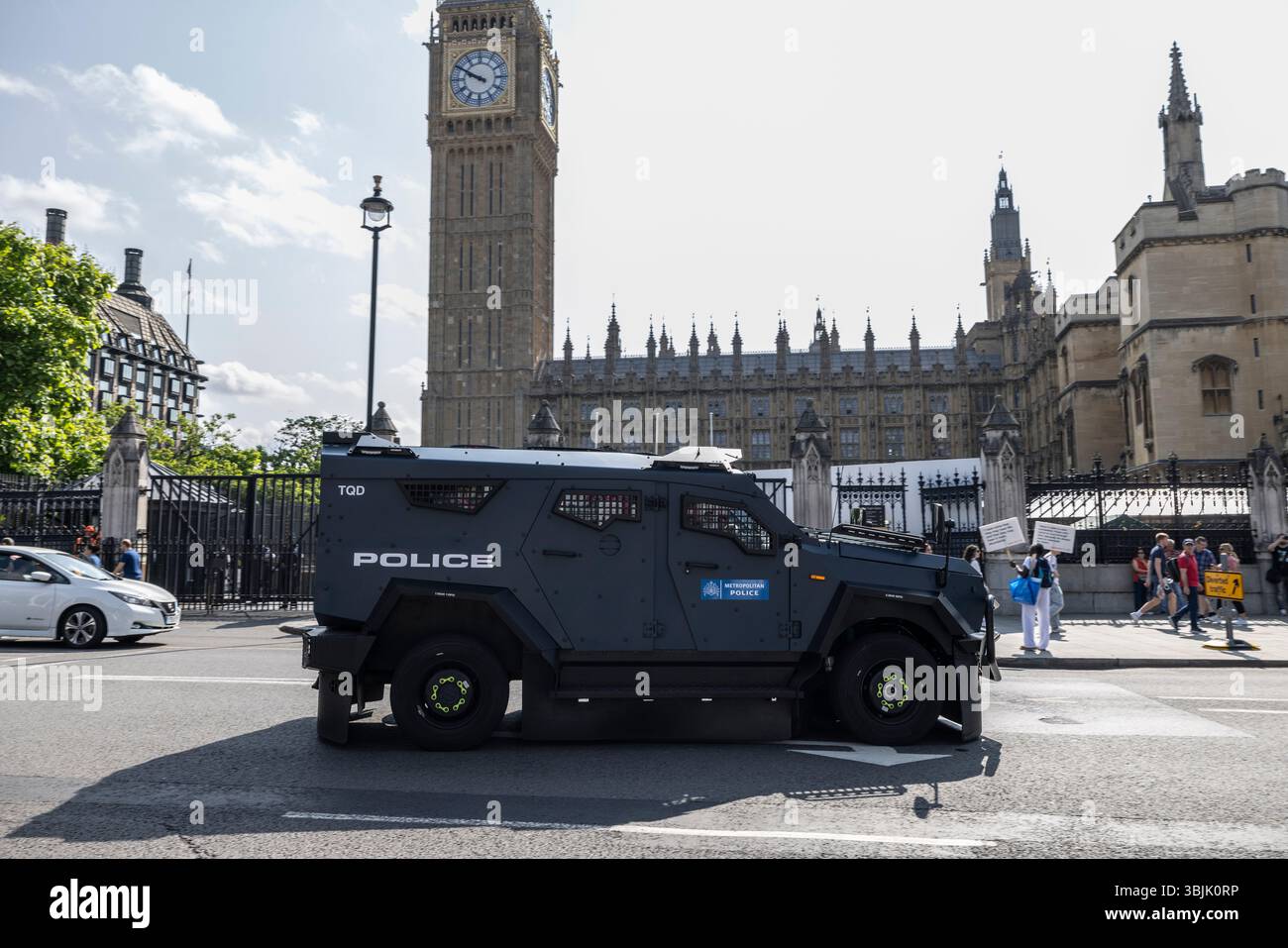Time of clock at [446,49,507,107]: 9:50
